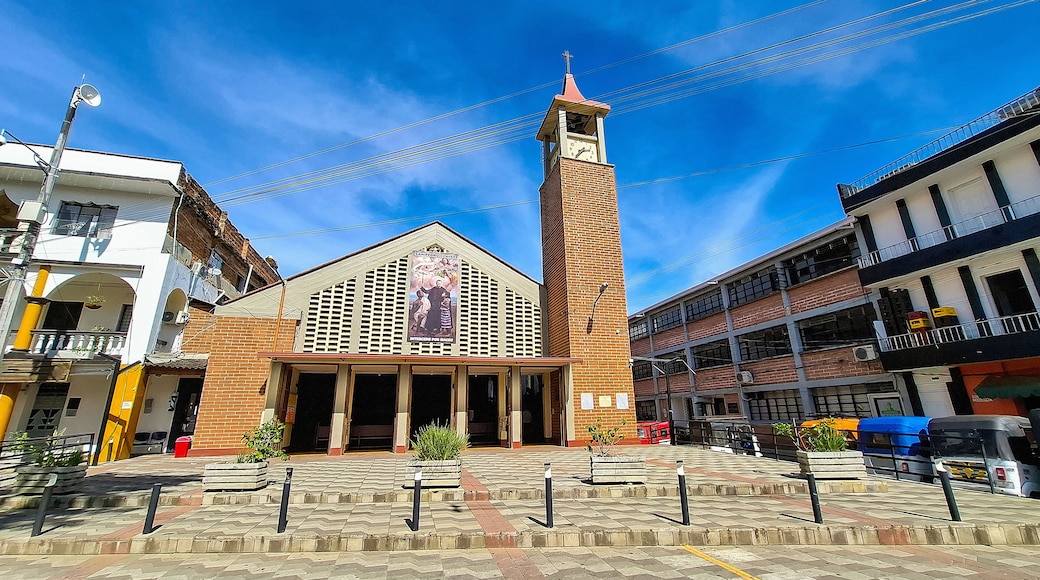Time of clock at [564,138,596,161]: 2:36
